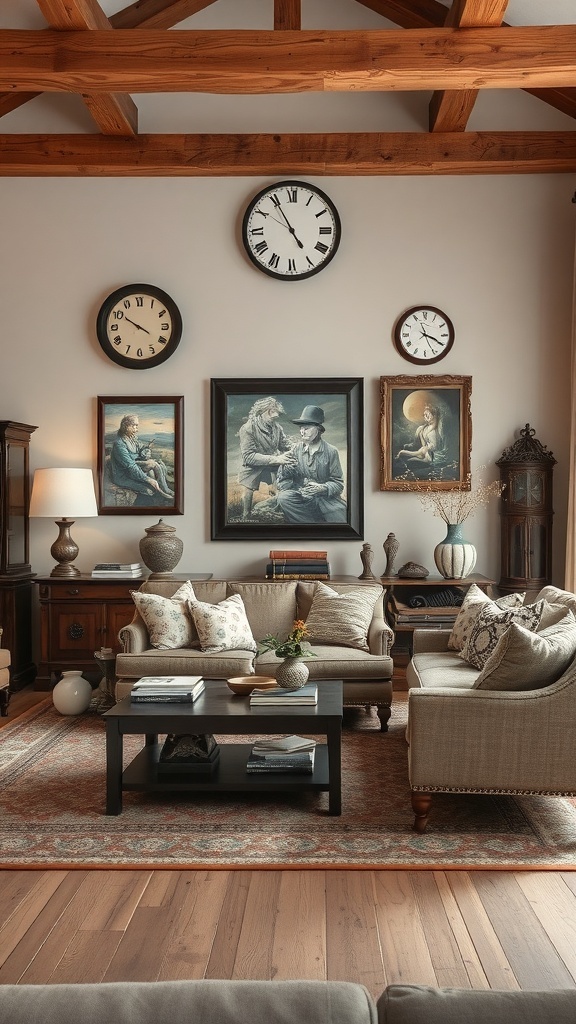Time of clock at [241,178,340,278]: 4:54
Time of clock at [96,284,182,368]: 3:50
